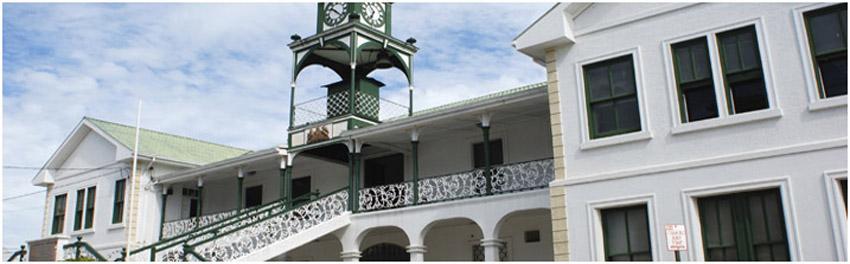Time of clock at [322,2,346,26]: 10:22
